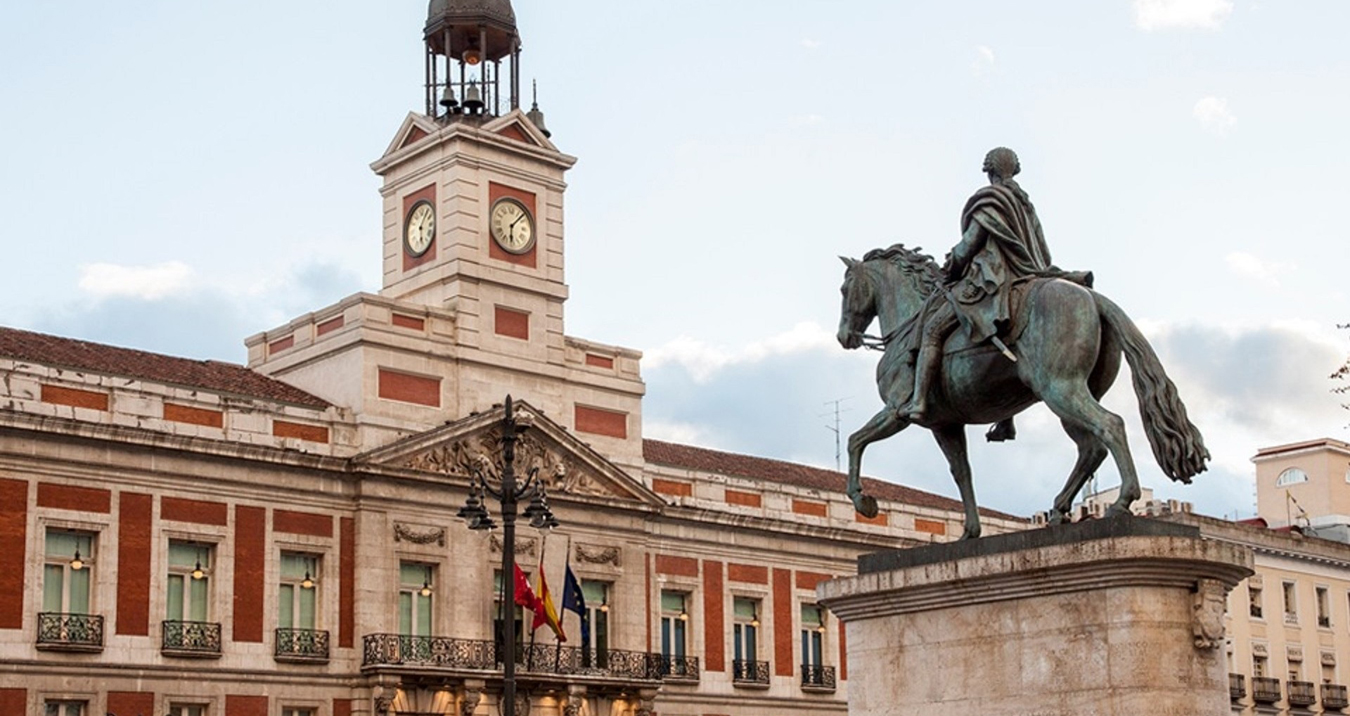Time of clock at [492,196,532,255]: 6:07
